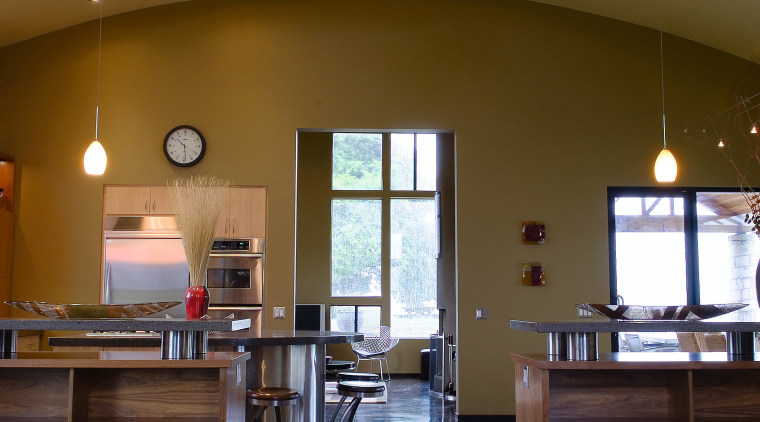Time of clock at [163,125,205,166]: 10:28
